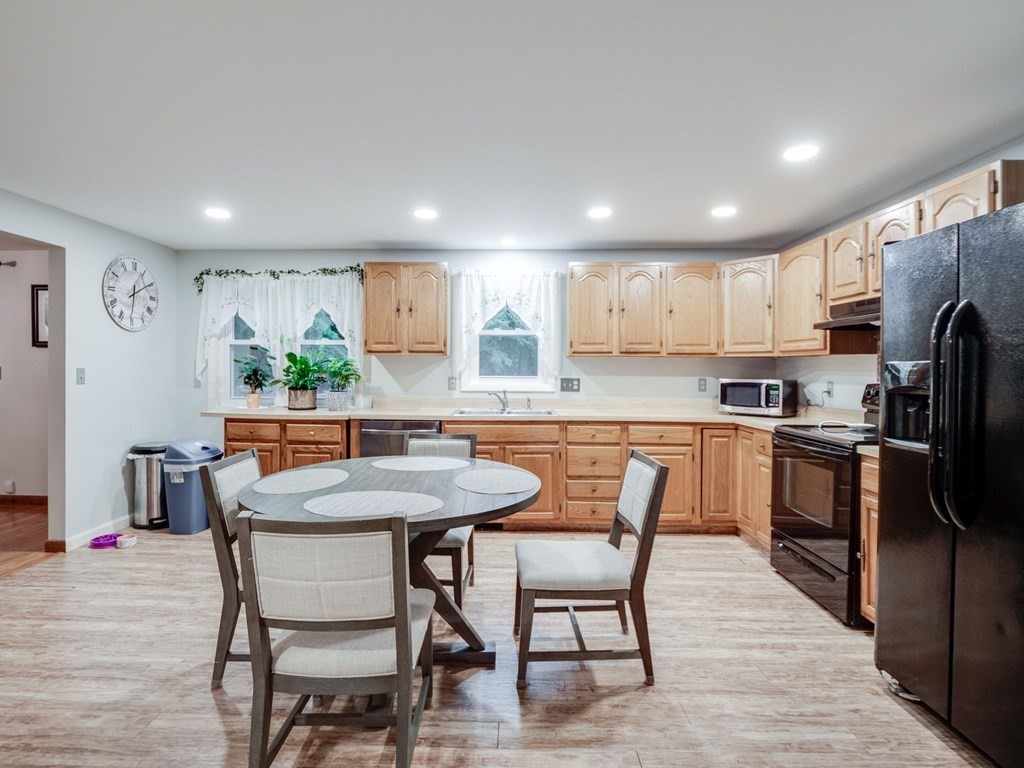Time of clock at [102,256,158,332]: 12:09
